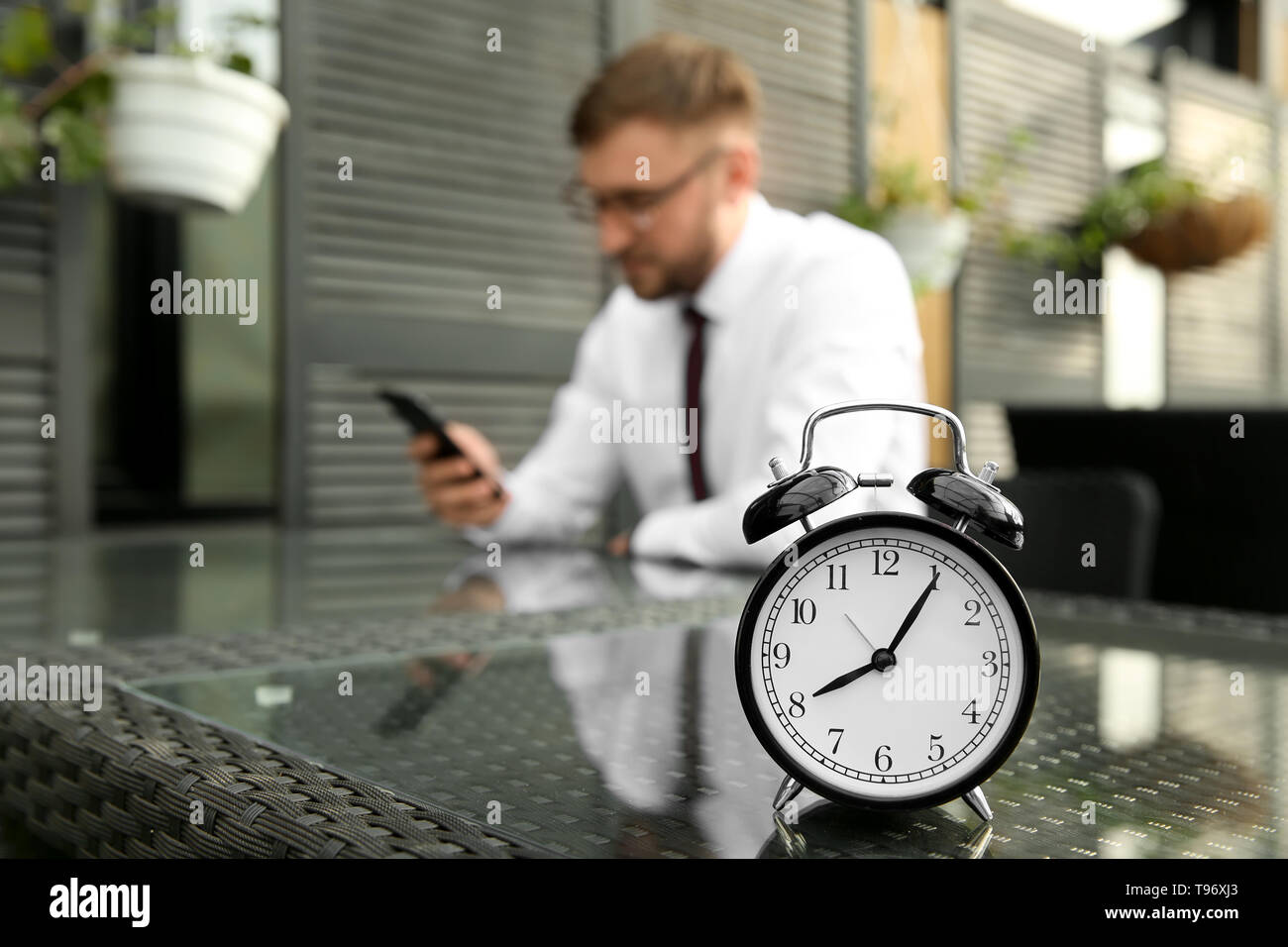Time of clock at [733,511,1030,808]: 8:05
